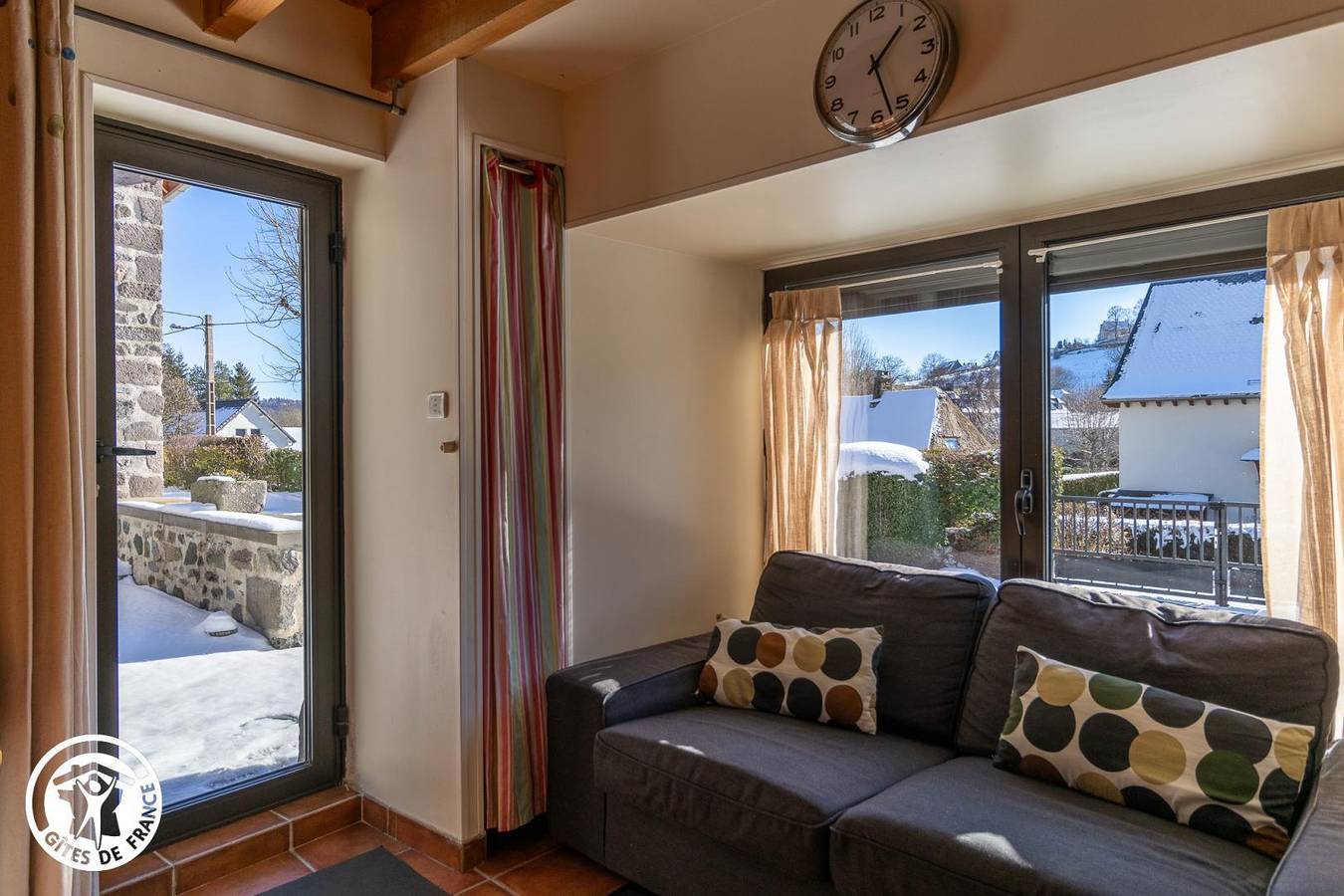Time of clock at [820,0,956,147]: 1:27
